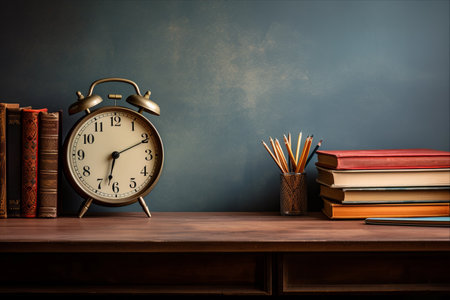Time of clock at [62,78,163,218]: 6:10
